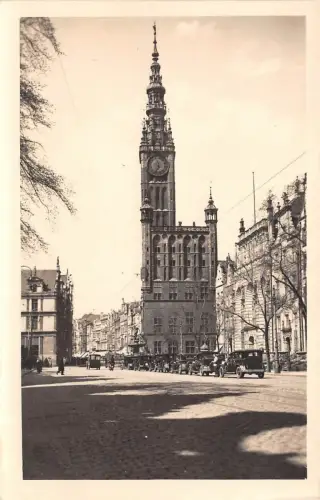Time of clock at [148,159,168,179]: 11:35
